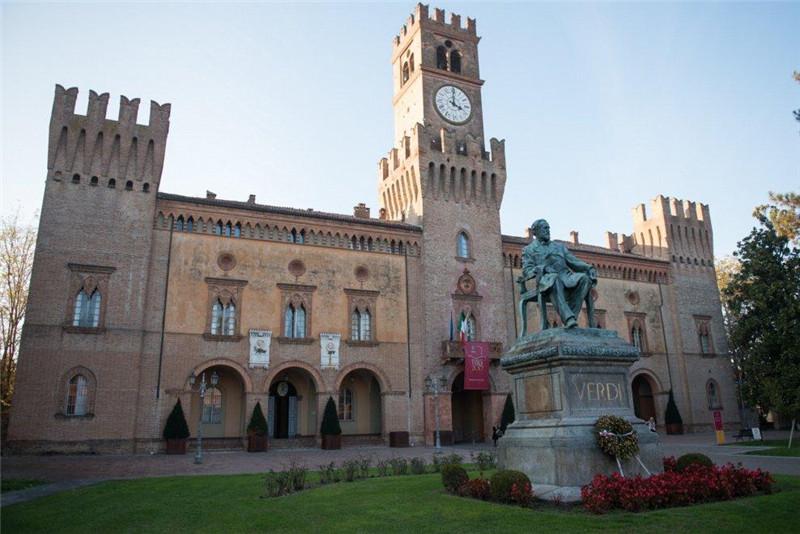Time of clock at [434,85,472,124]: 4:00
